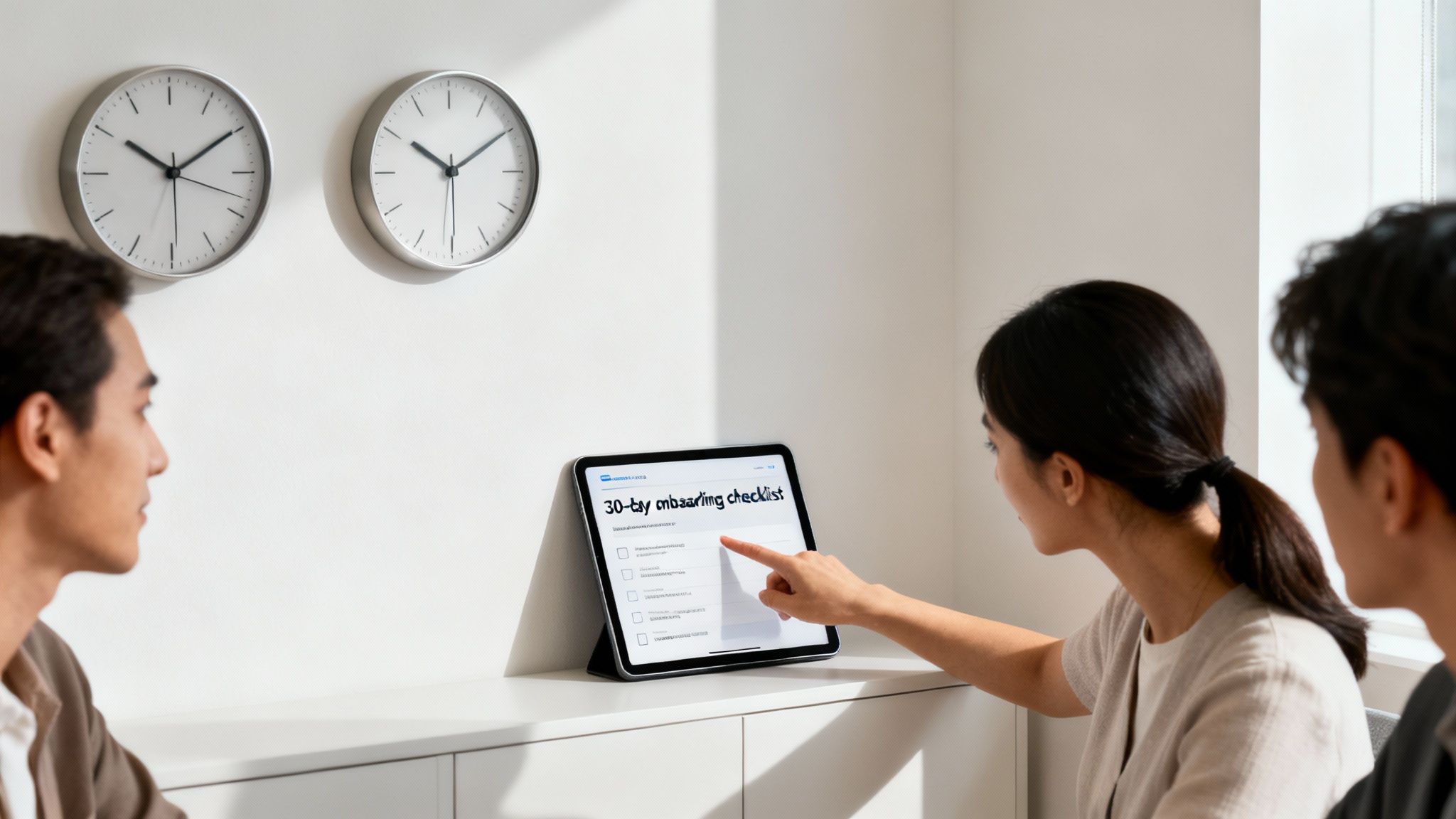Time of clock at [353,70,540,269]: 10:09
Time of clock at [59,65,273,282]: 10:09
